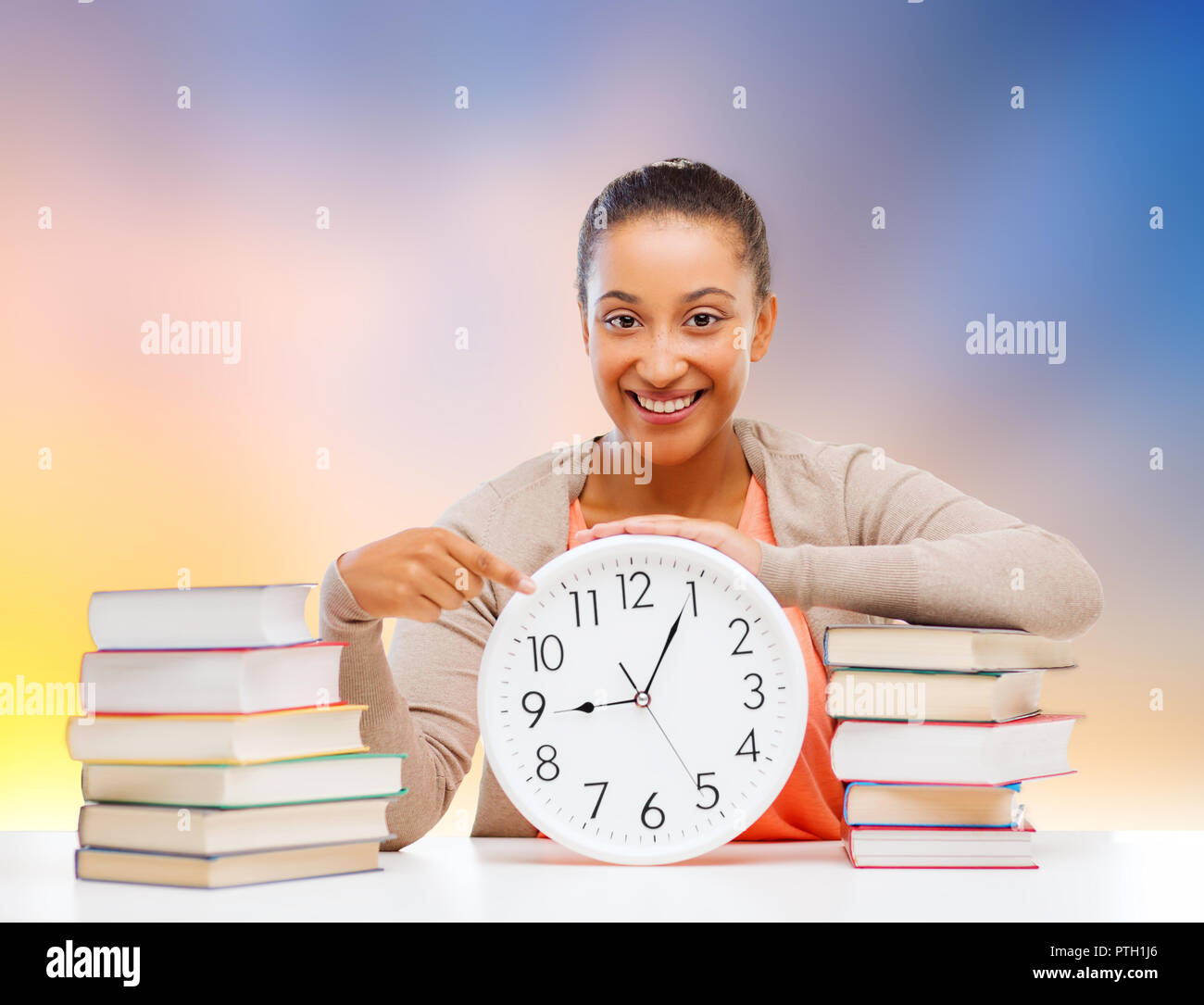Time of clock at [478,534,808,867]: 9:04
